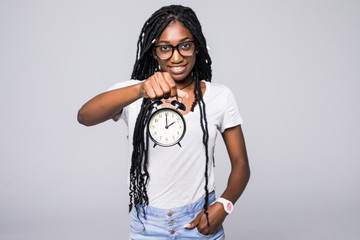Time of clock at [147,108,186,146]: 1:59
